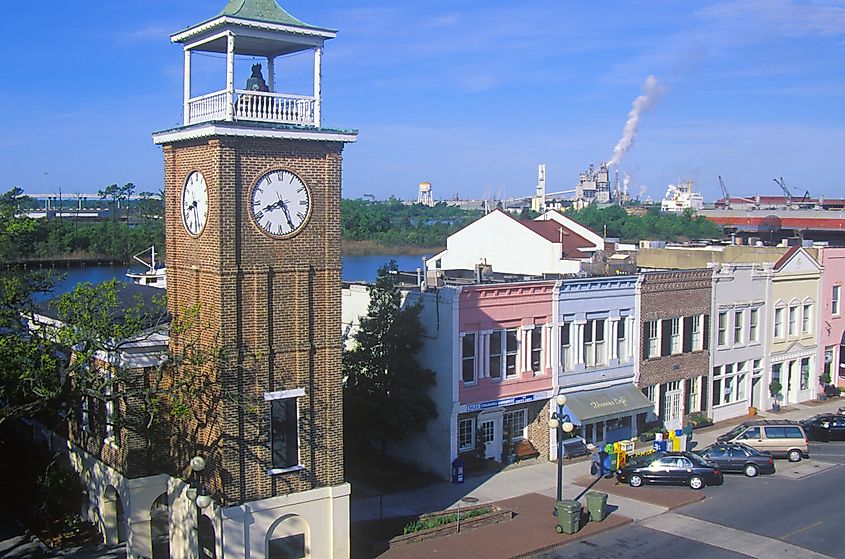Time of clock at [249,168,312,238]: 8:25
